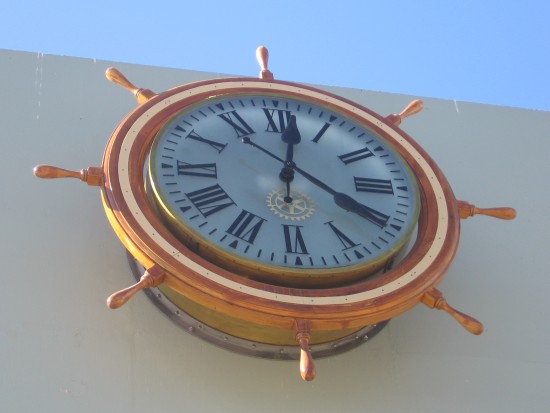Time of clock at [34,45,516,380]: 4:01
